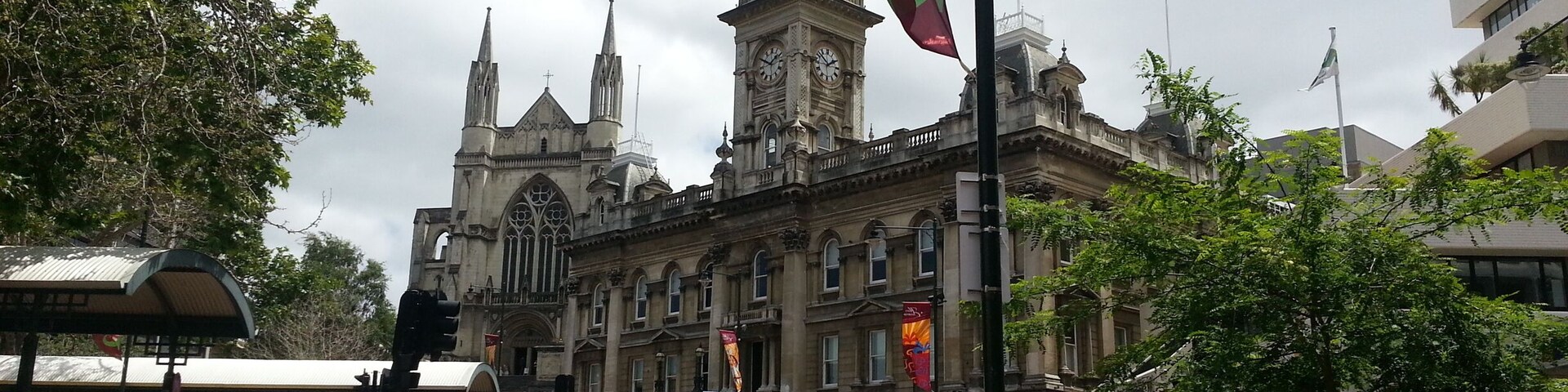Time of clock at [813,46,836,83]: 1:51
